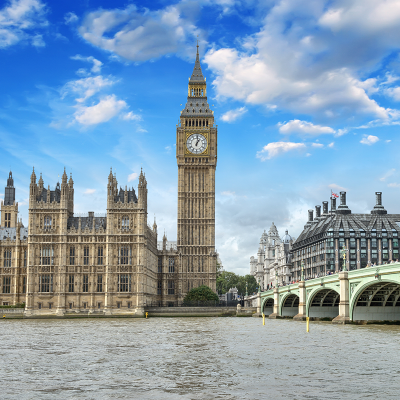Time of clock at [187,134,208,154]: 1:01
